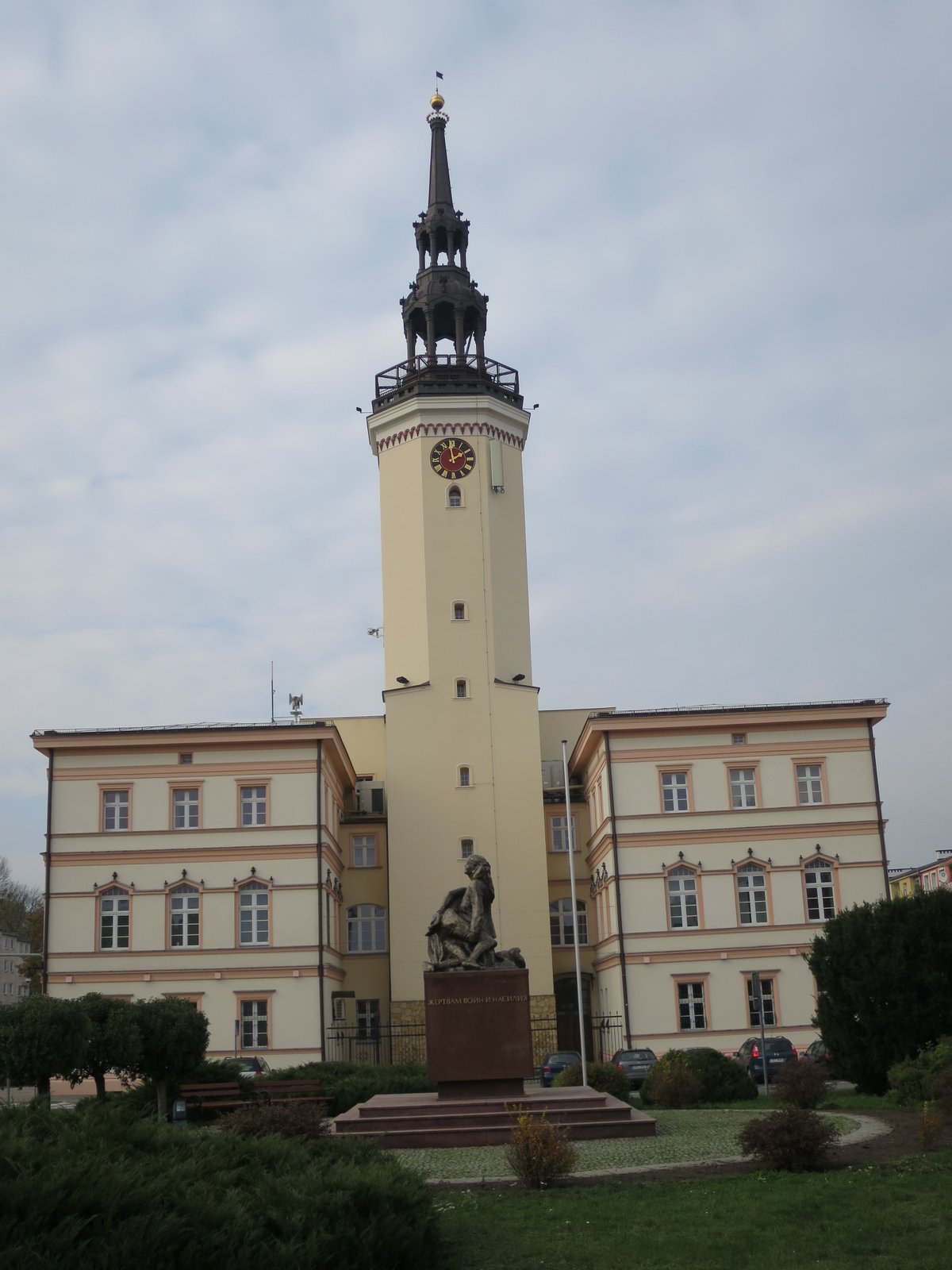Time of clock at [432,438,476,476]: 1:59
